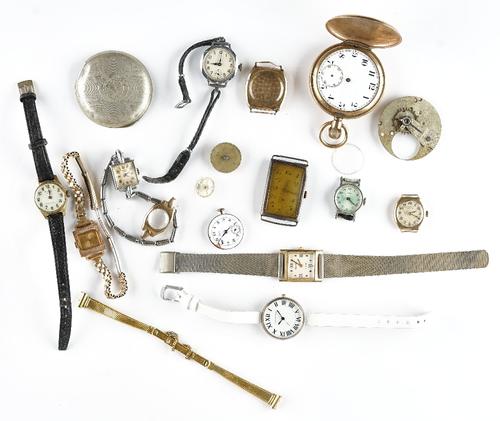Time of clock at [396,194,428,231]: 2:18
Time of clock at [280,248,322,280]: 10:50
